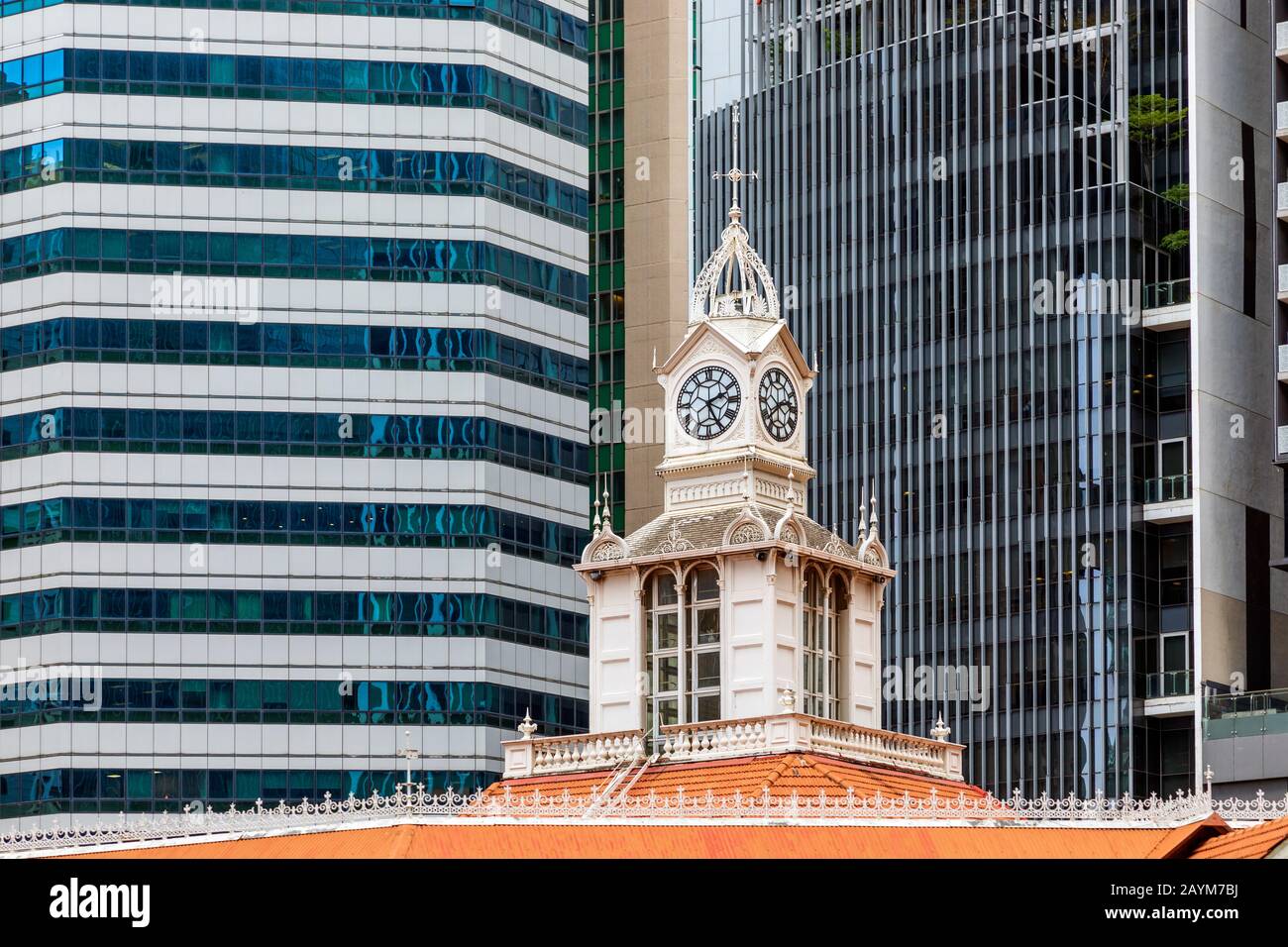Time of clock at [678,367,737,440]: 2:25
